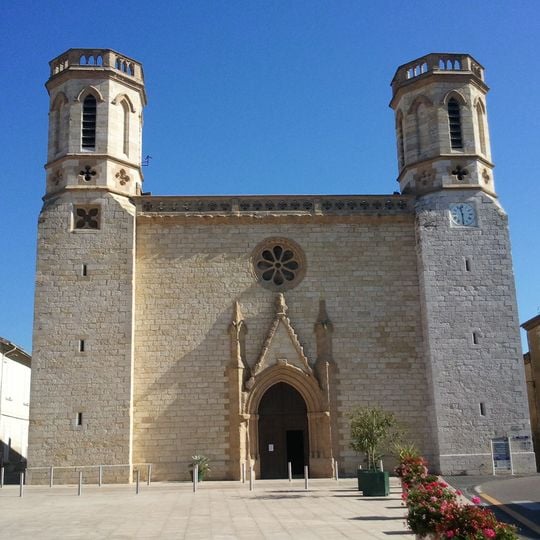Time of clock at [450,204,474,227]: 11:29
